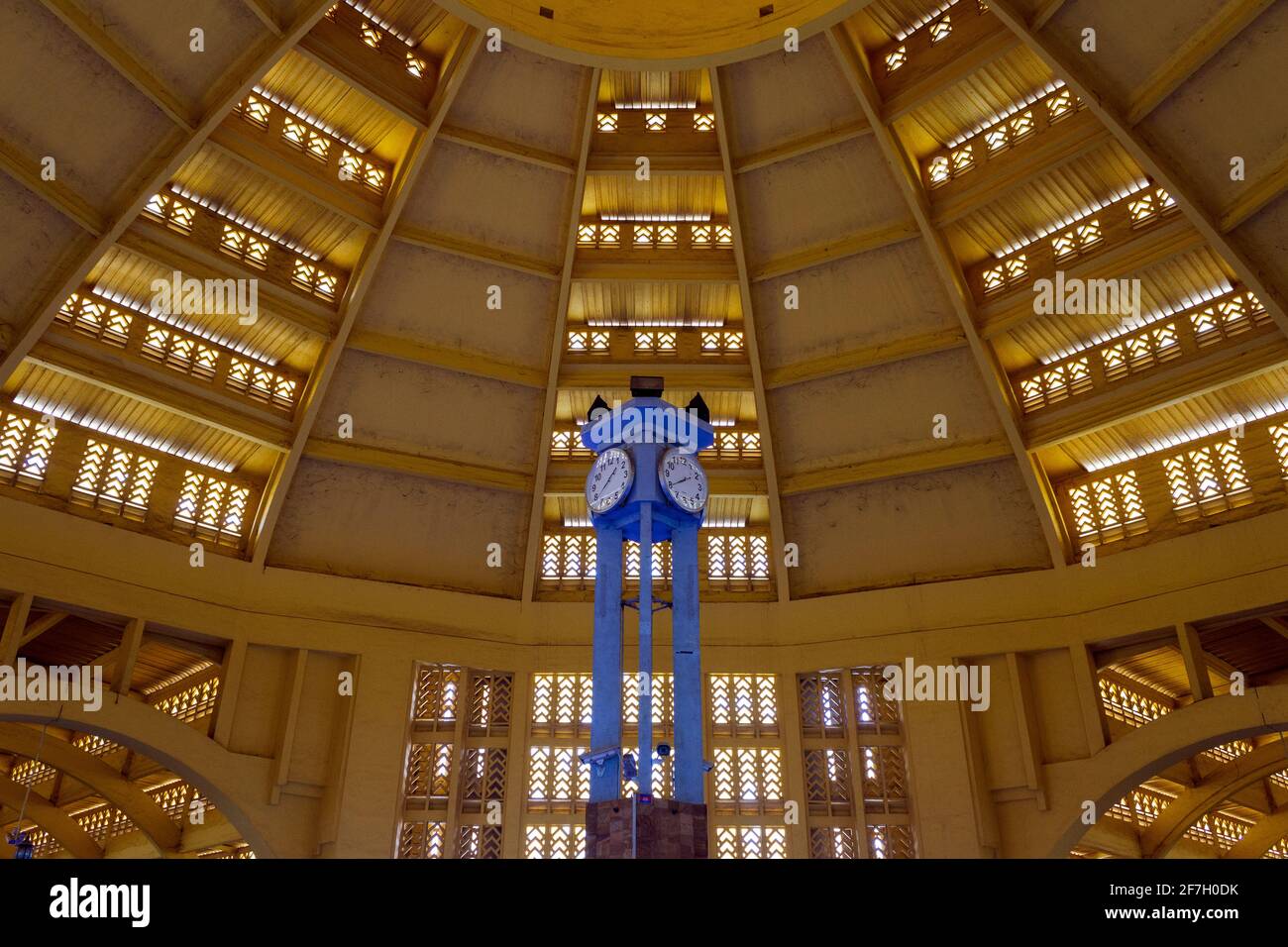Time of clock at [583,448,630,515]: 1:38
